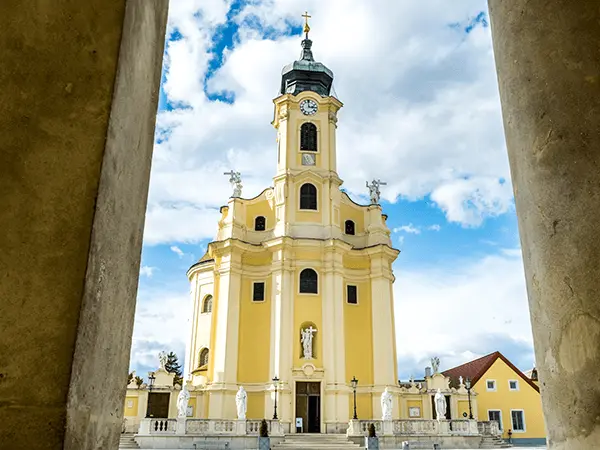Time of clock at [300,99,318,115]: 2:59
